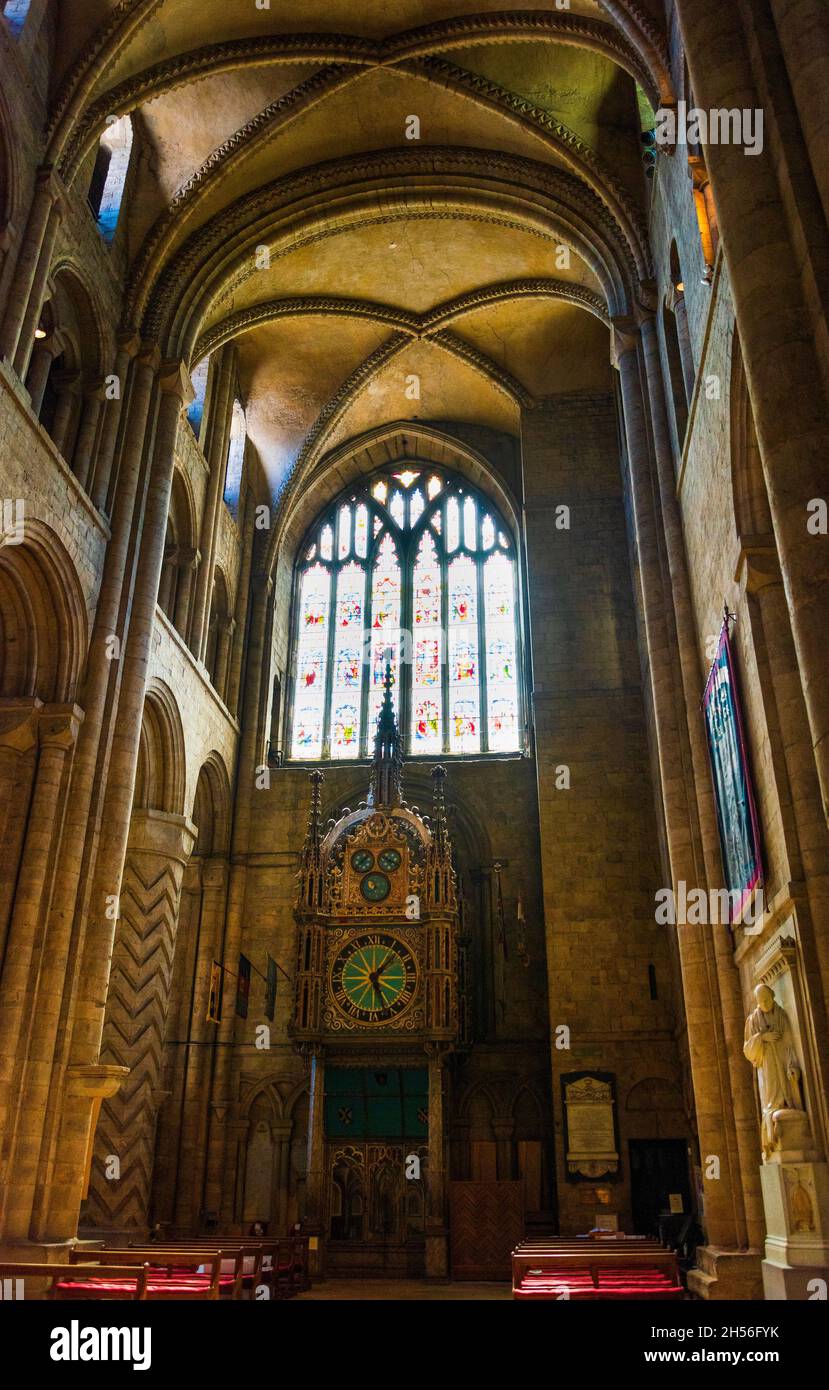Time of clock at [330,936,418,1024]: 1:26
